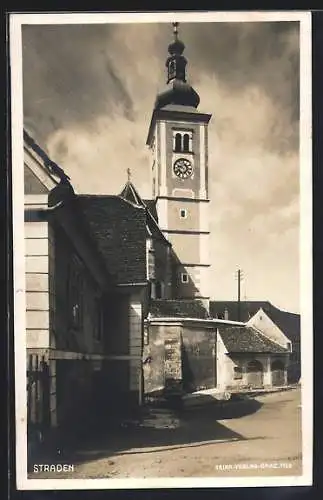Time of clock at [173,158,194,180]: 9:36
